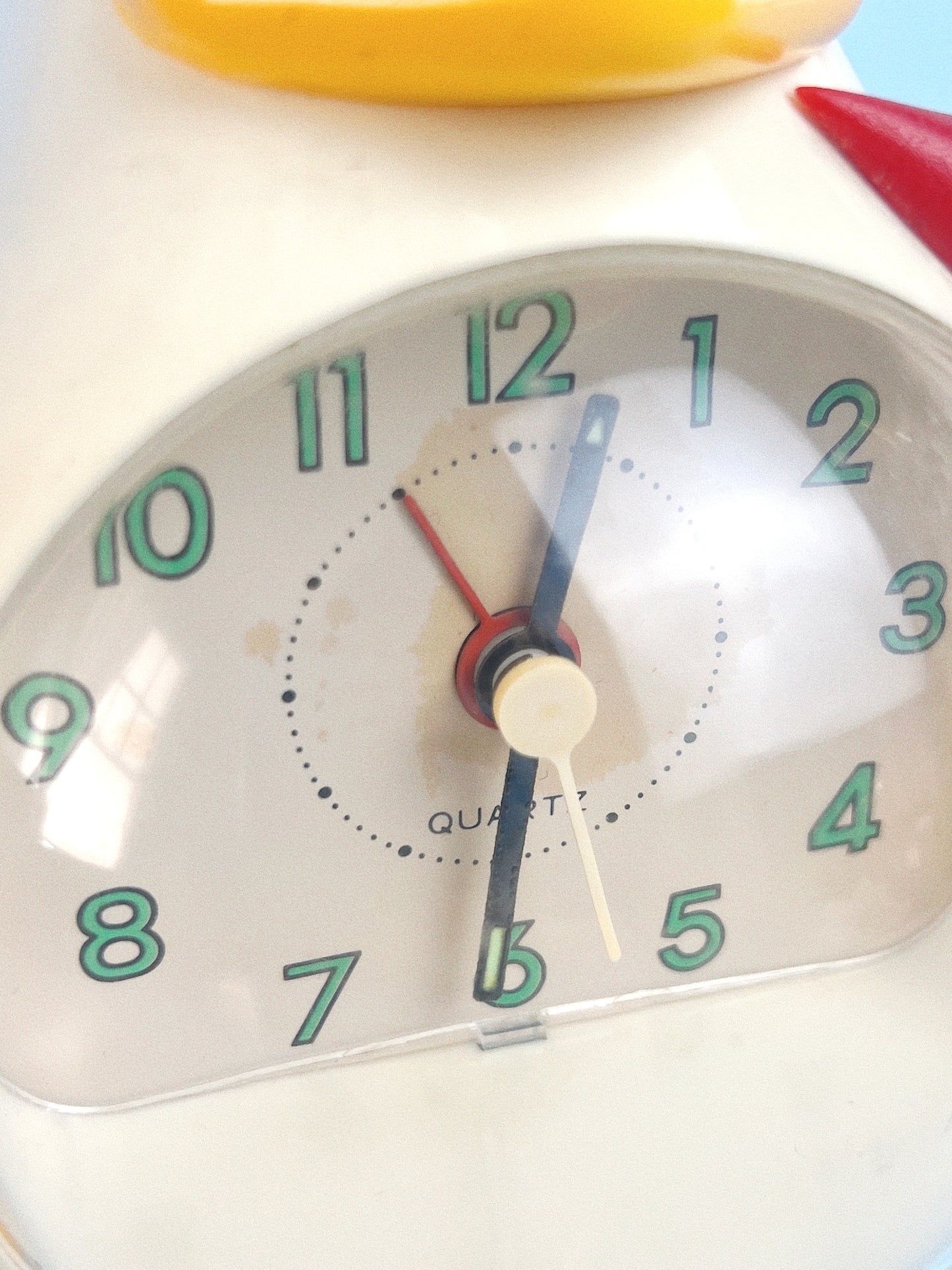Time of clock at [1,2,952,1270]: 12:30
